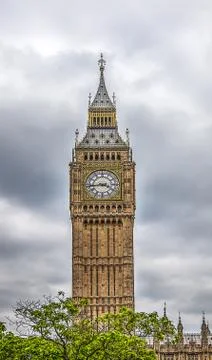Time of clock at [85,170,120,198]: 3:43
